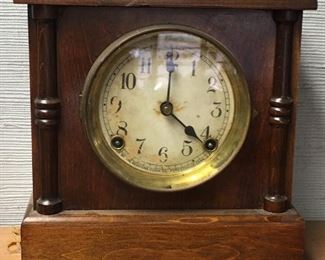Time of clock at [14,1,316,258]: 4:21
